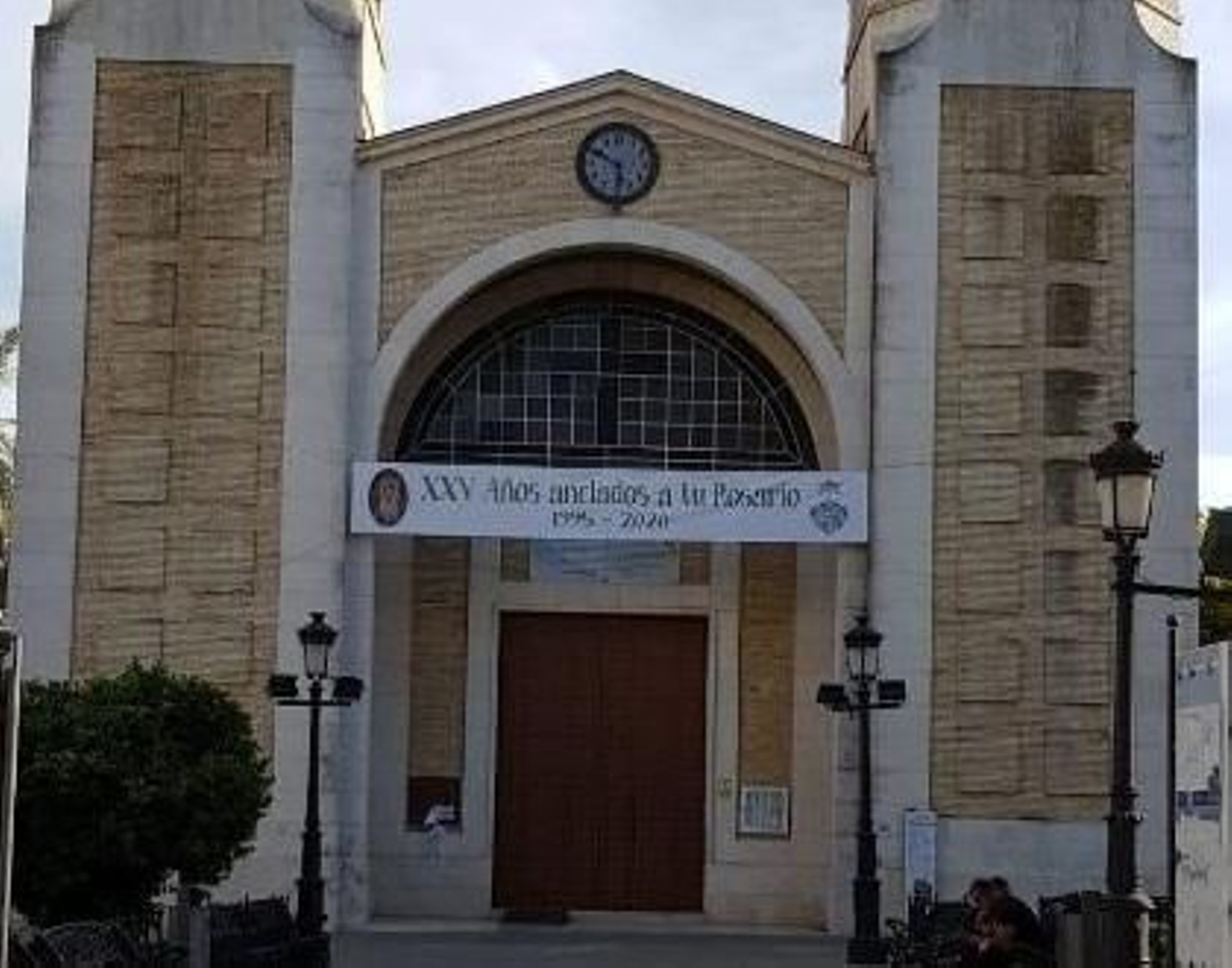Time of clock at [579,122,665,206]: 5:49
